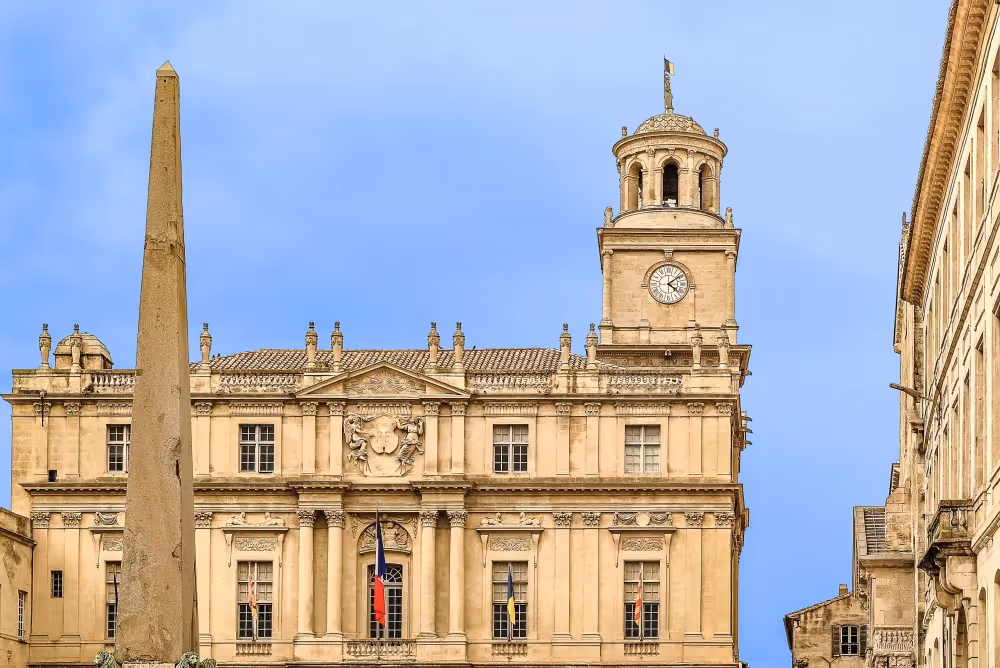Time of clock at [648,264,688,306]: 4:09
